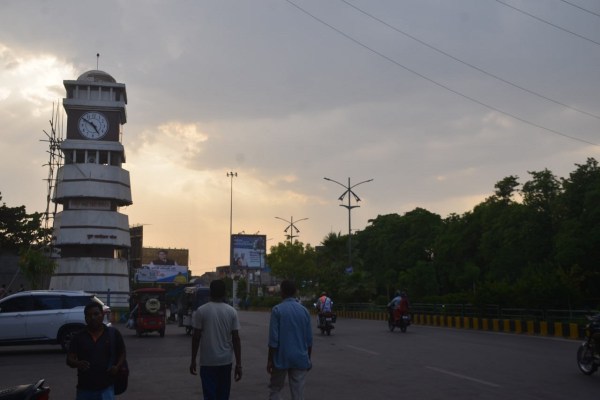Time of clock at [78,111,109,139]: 4:50
